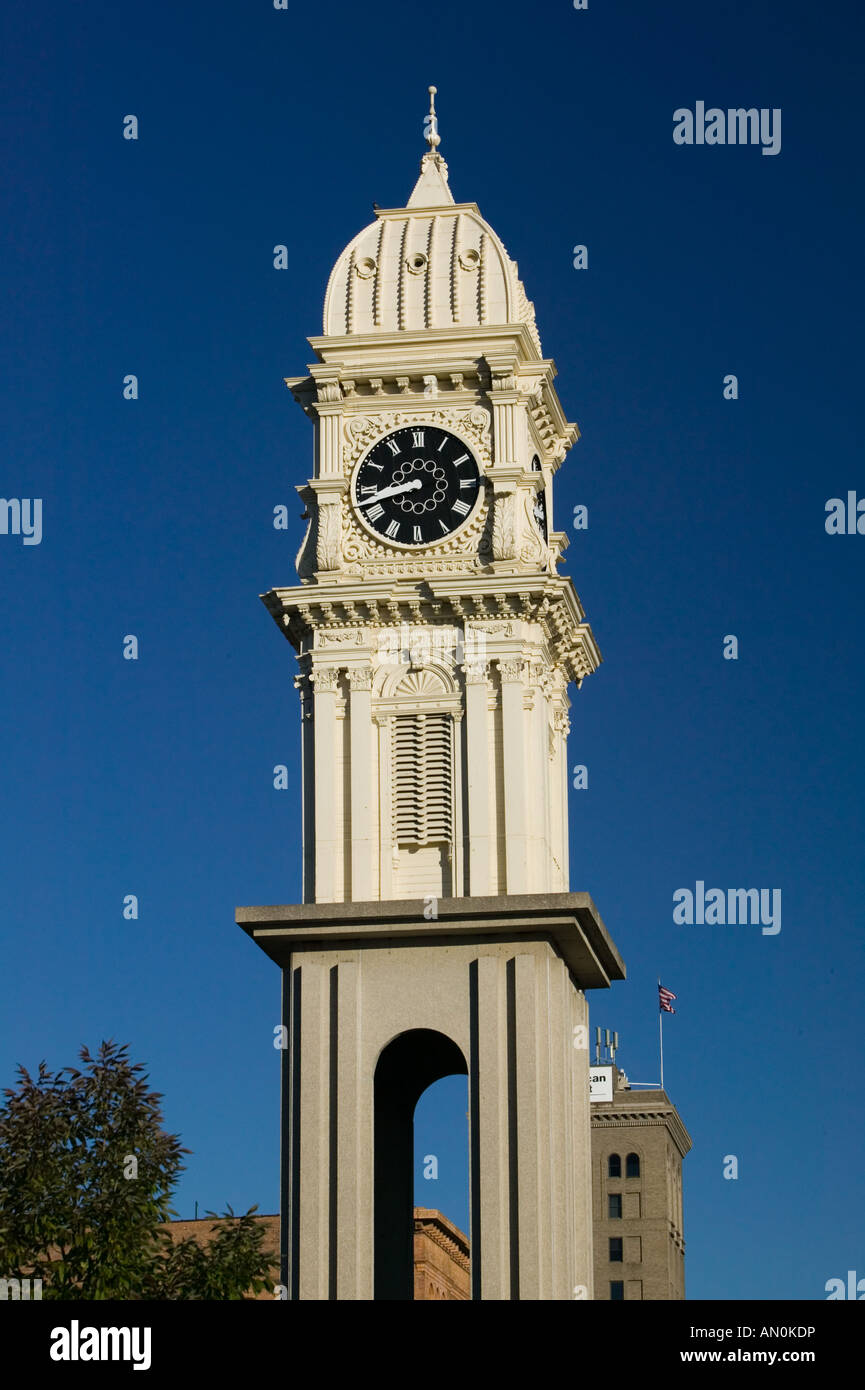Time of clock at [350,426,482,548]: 8:42
